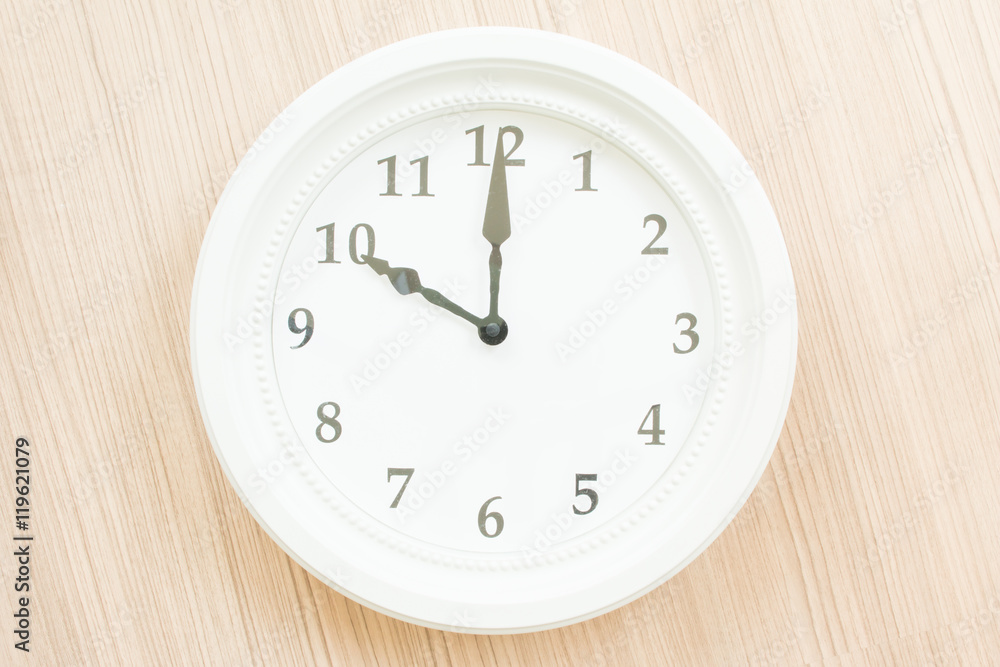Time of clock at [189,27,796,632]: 10:00
